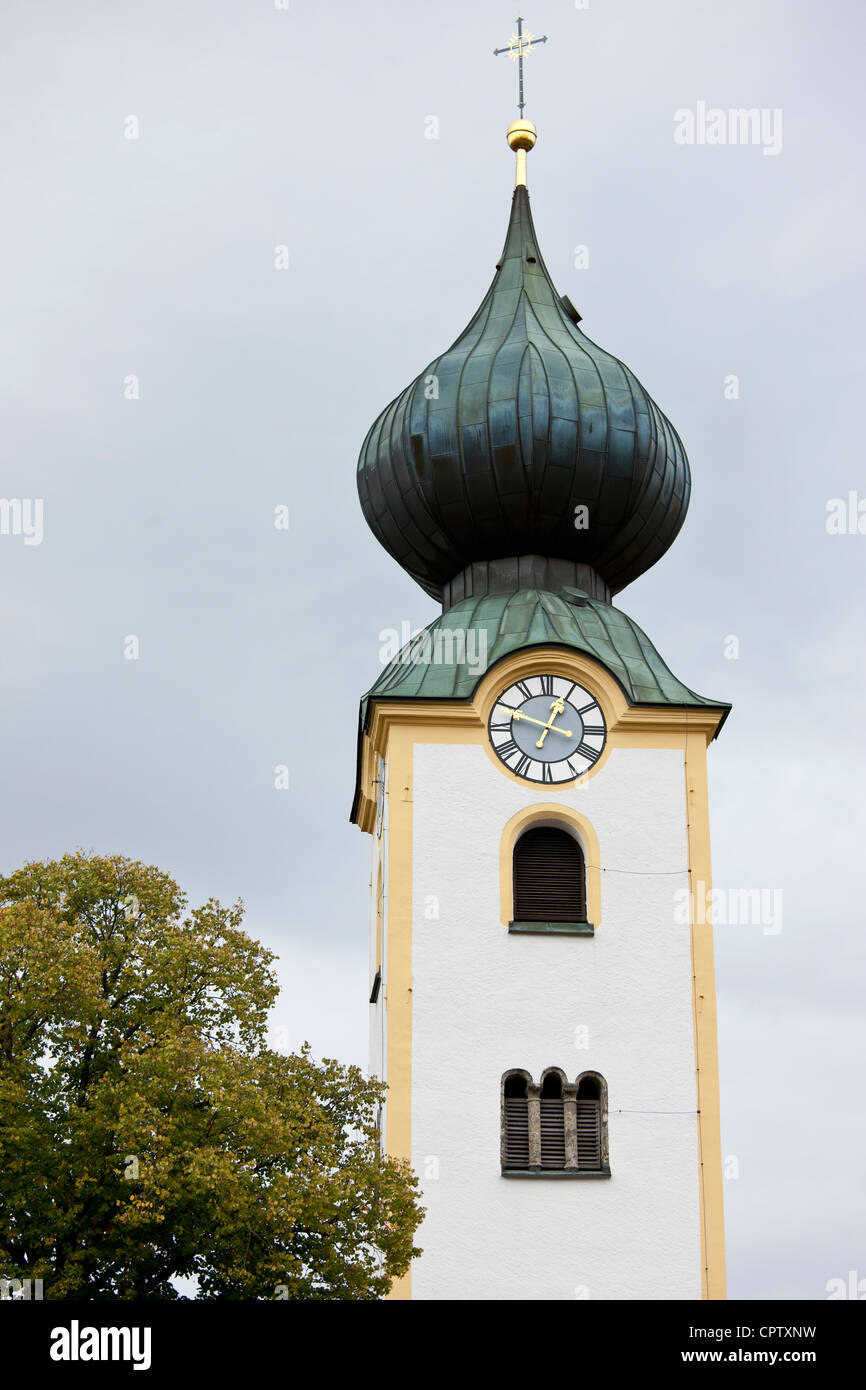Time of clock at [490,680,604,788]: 12:48
